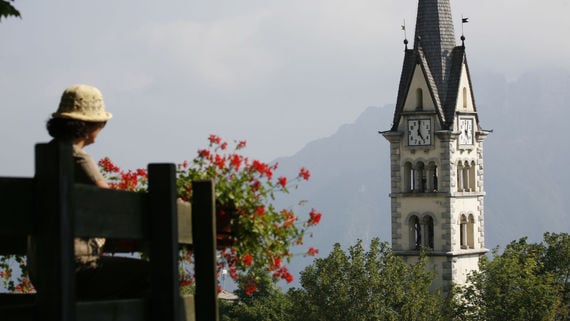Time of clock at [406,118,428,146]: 5:00
